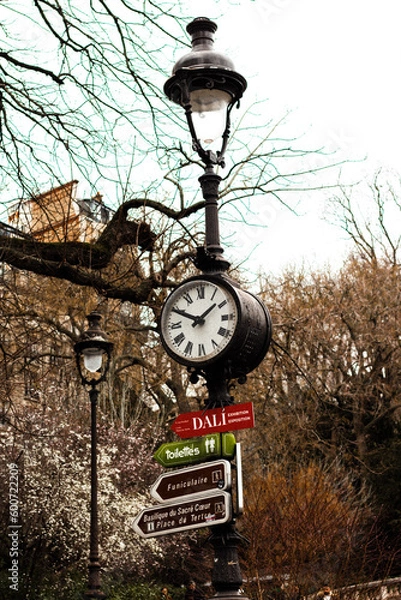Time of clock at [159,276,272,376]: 1:49
